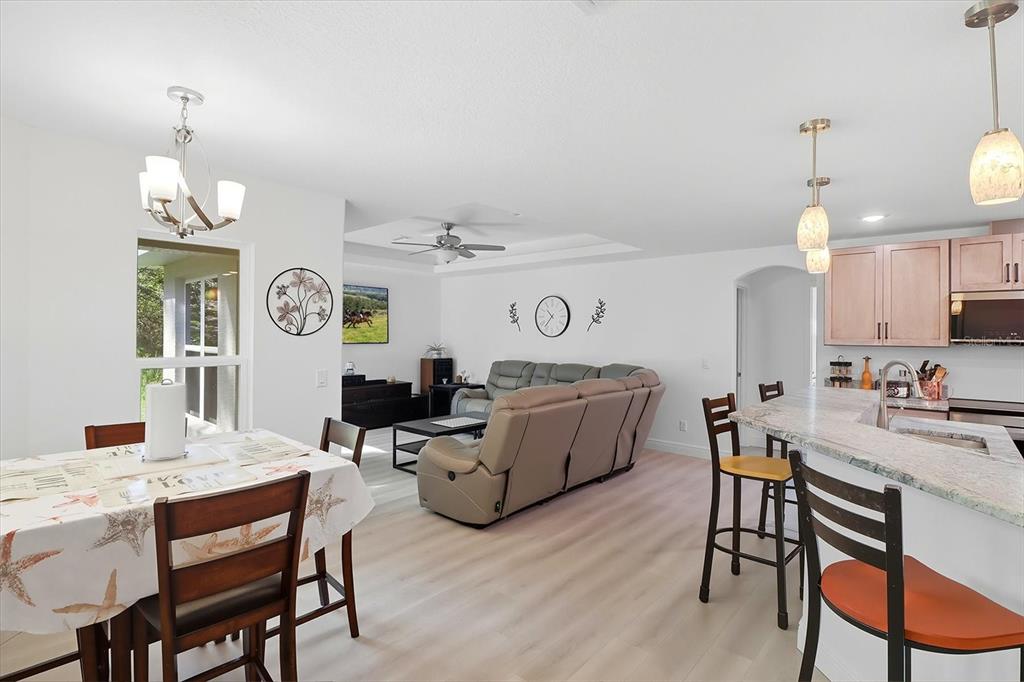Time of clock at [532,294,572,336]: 10:36
